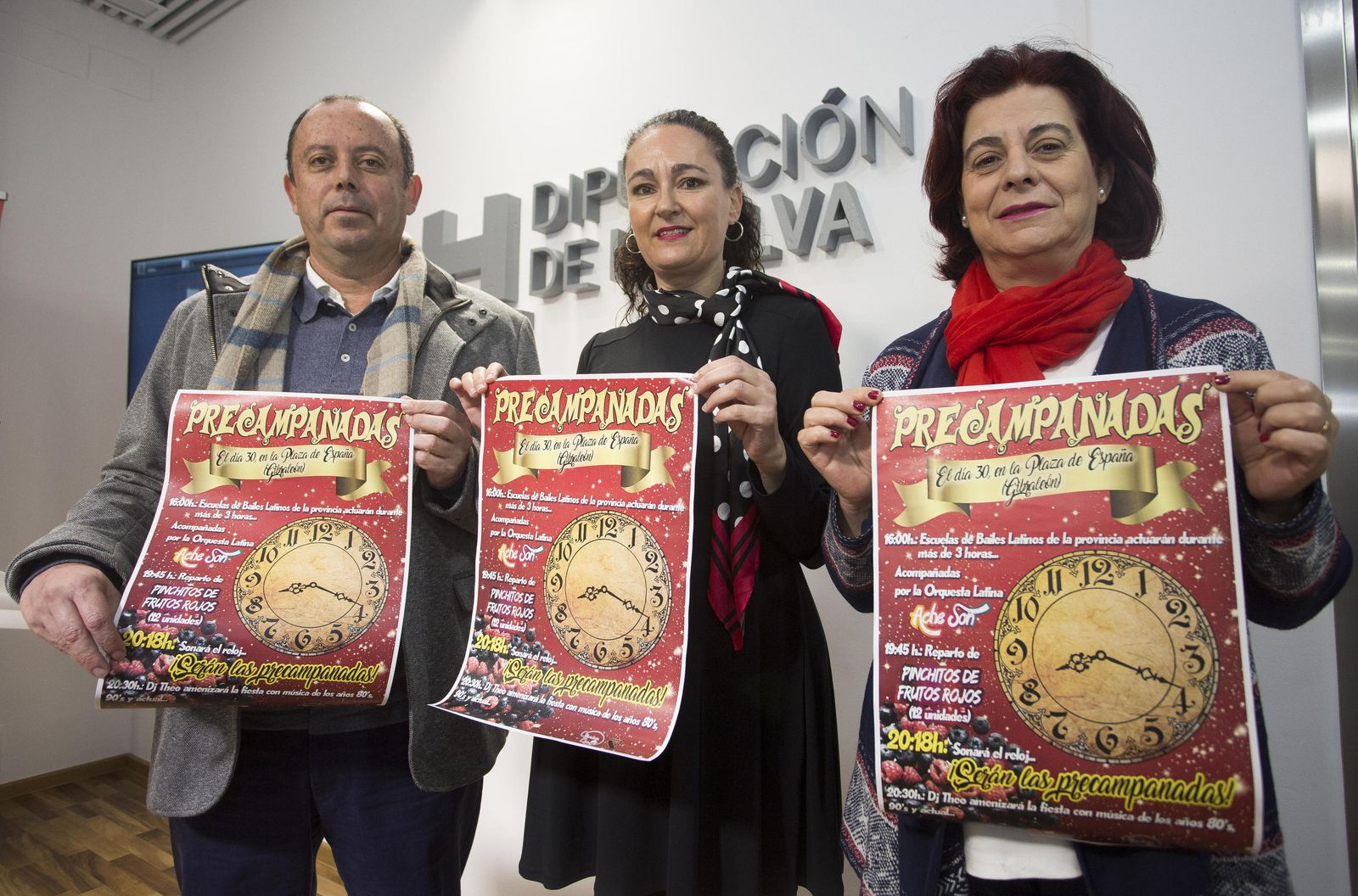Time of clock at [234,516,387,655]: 8:18
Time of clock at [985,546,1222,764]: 8:18
